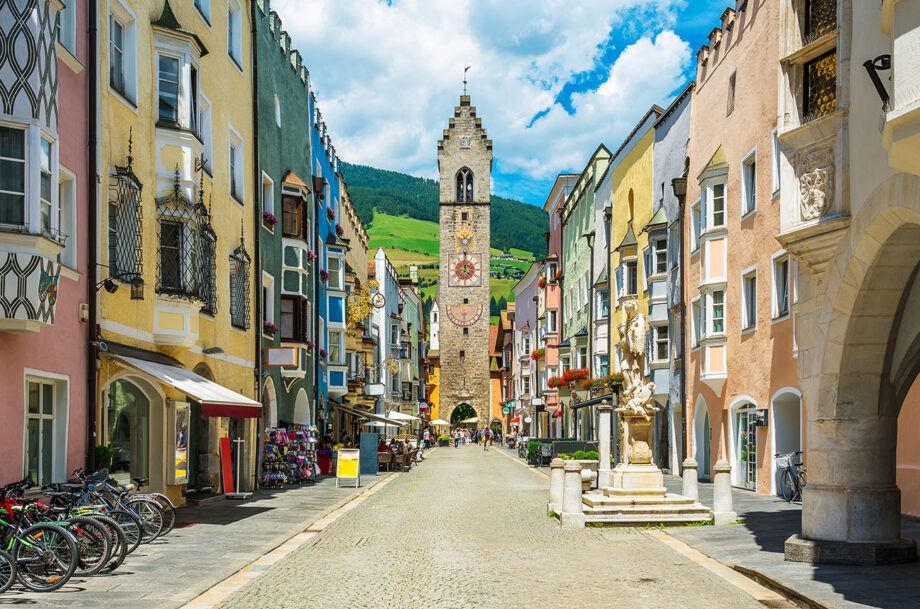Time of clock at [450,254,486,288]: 7:00
